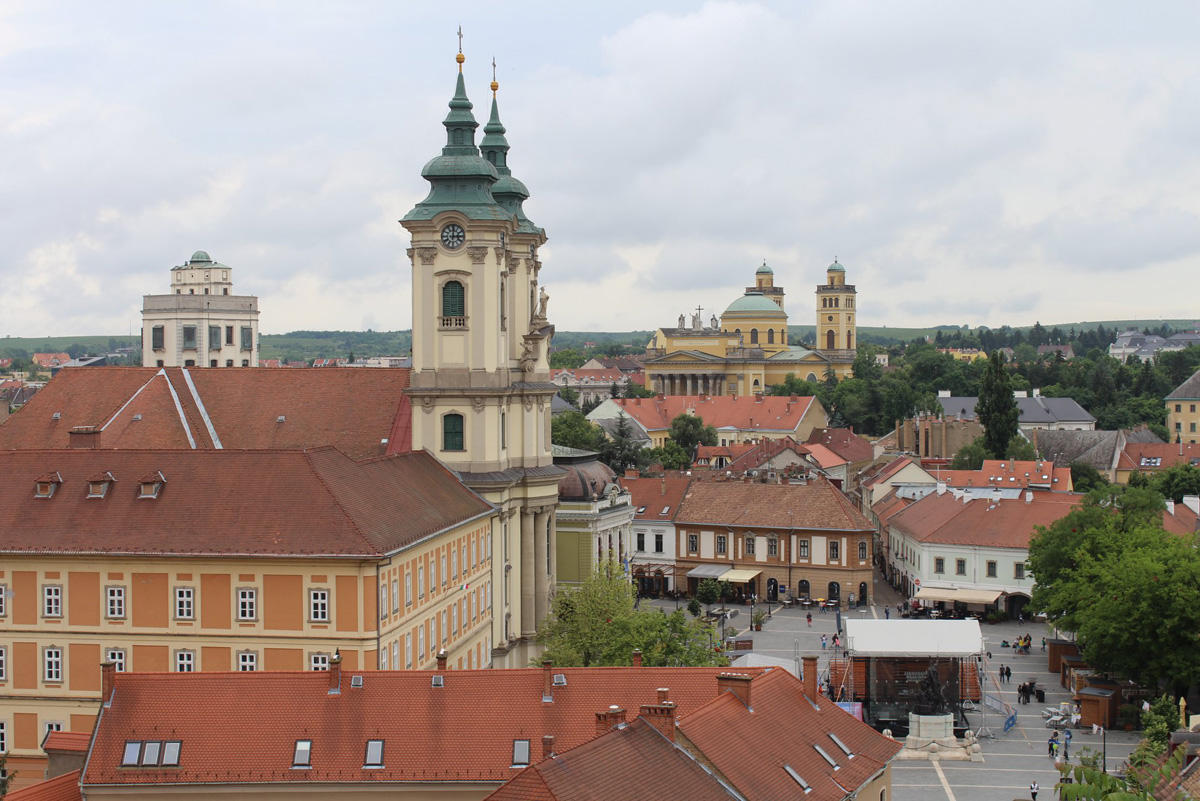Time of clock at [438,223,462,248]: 3:00
